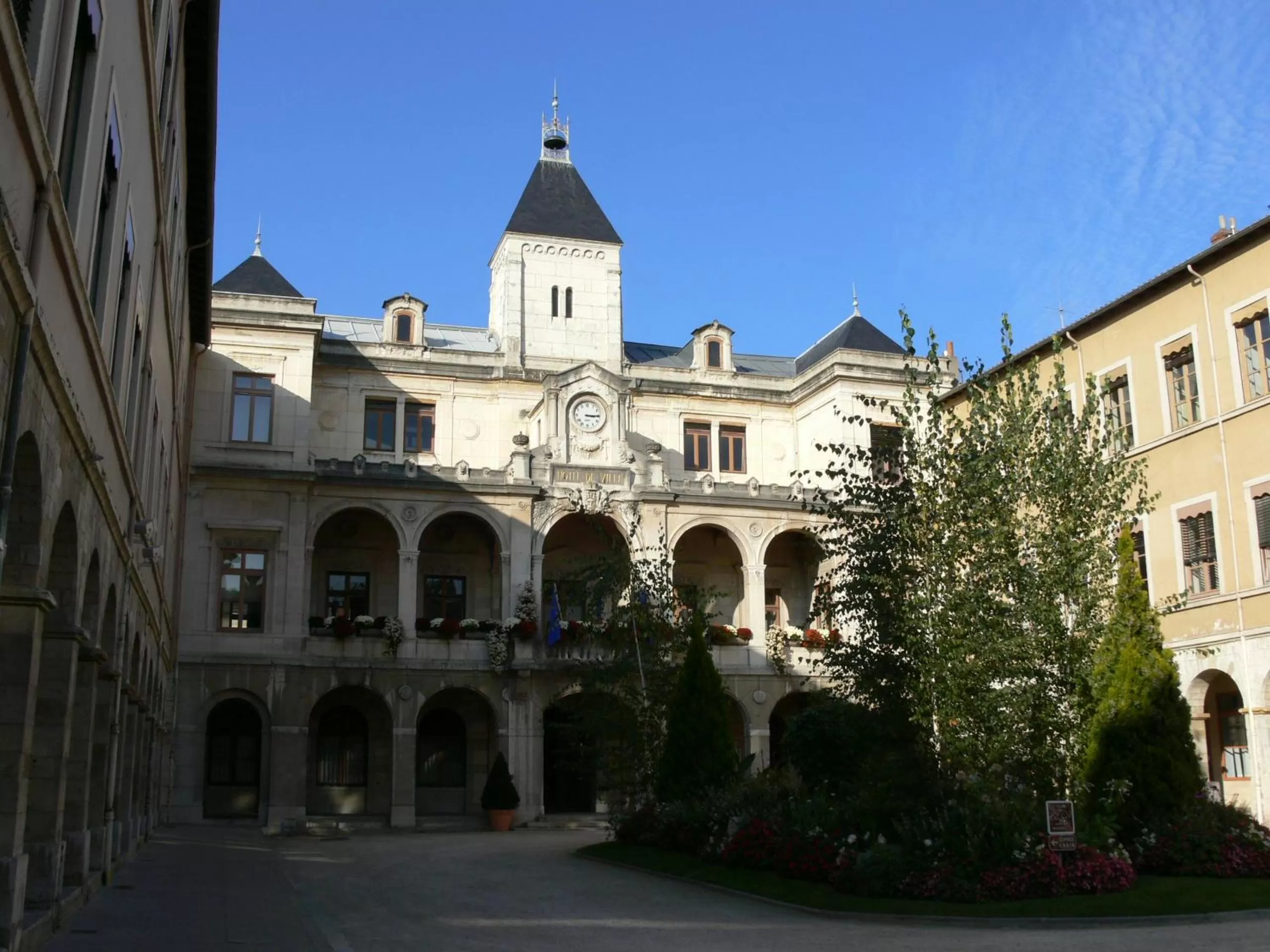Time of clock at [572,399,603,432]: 3:15
